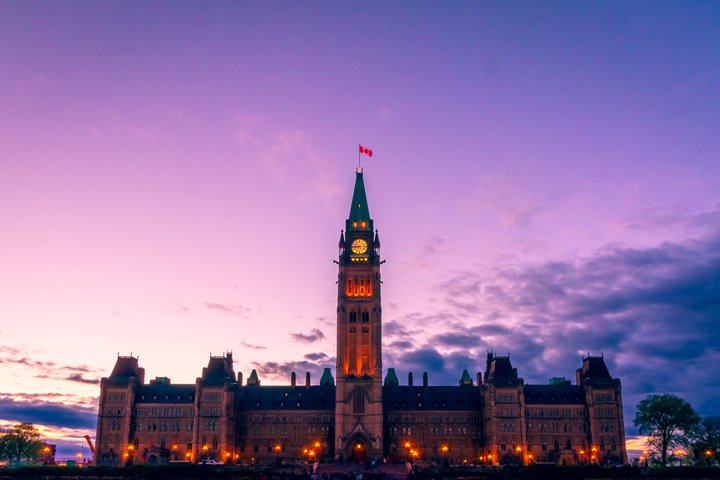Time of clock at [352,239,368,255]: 8:45
